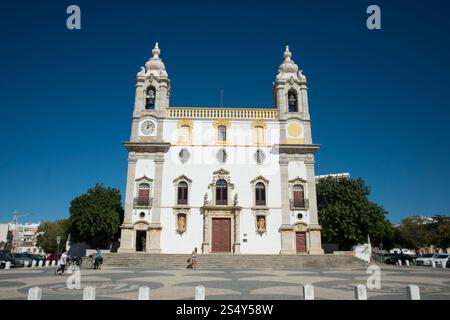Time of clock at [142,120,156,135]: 12:07
